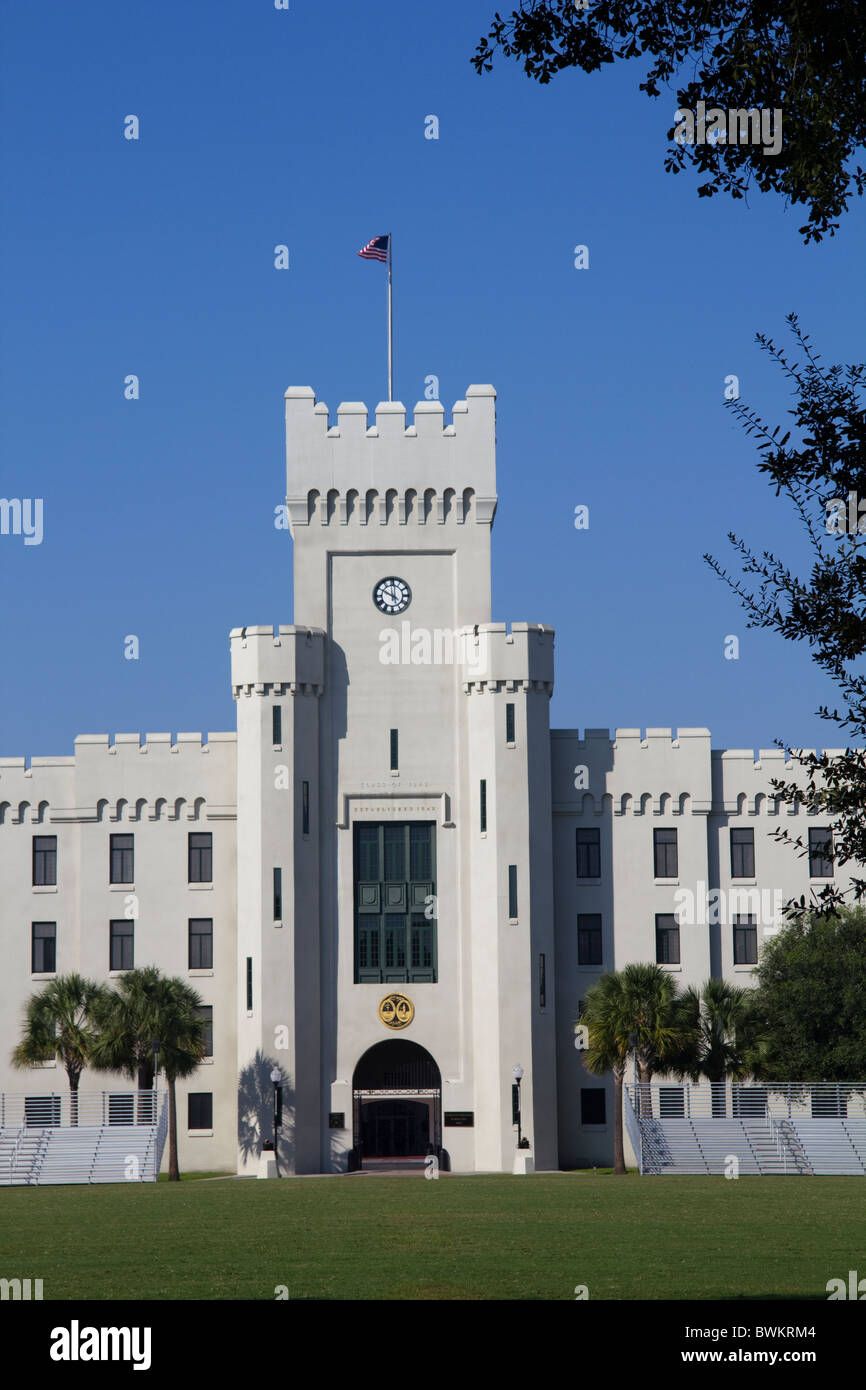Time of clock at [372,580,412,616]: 10:00
